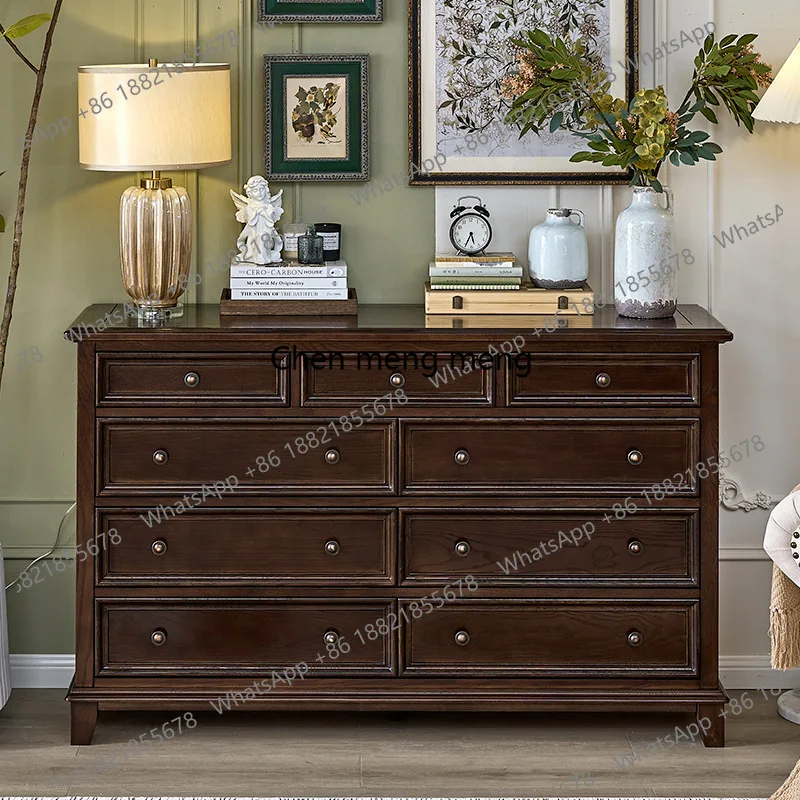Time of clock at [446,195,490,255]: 5:34
